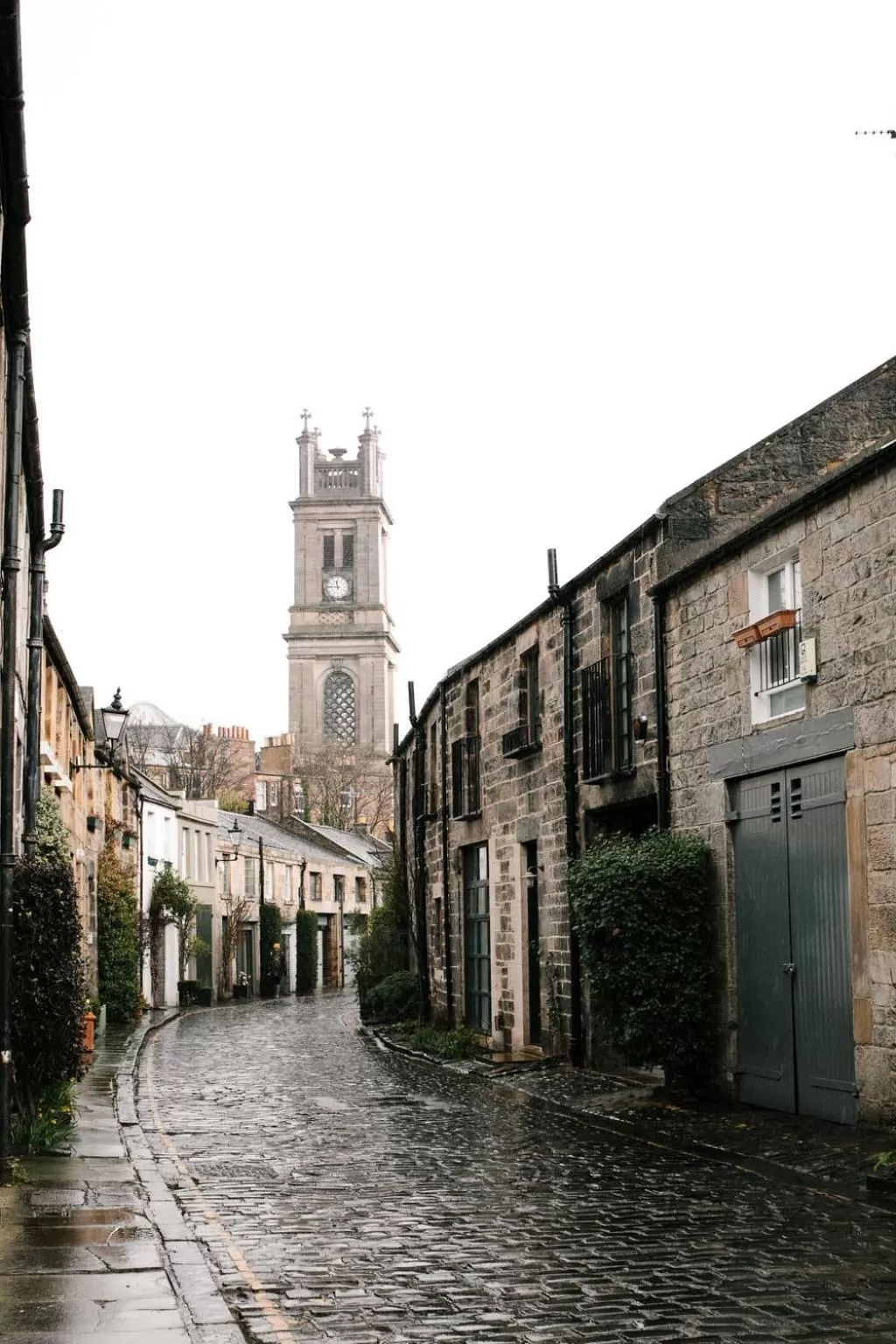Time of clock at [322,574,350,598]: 11:45
